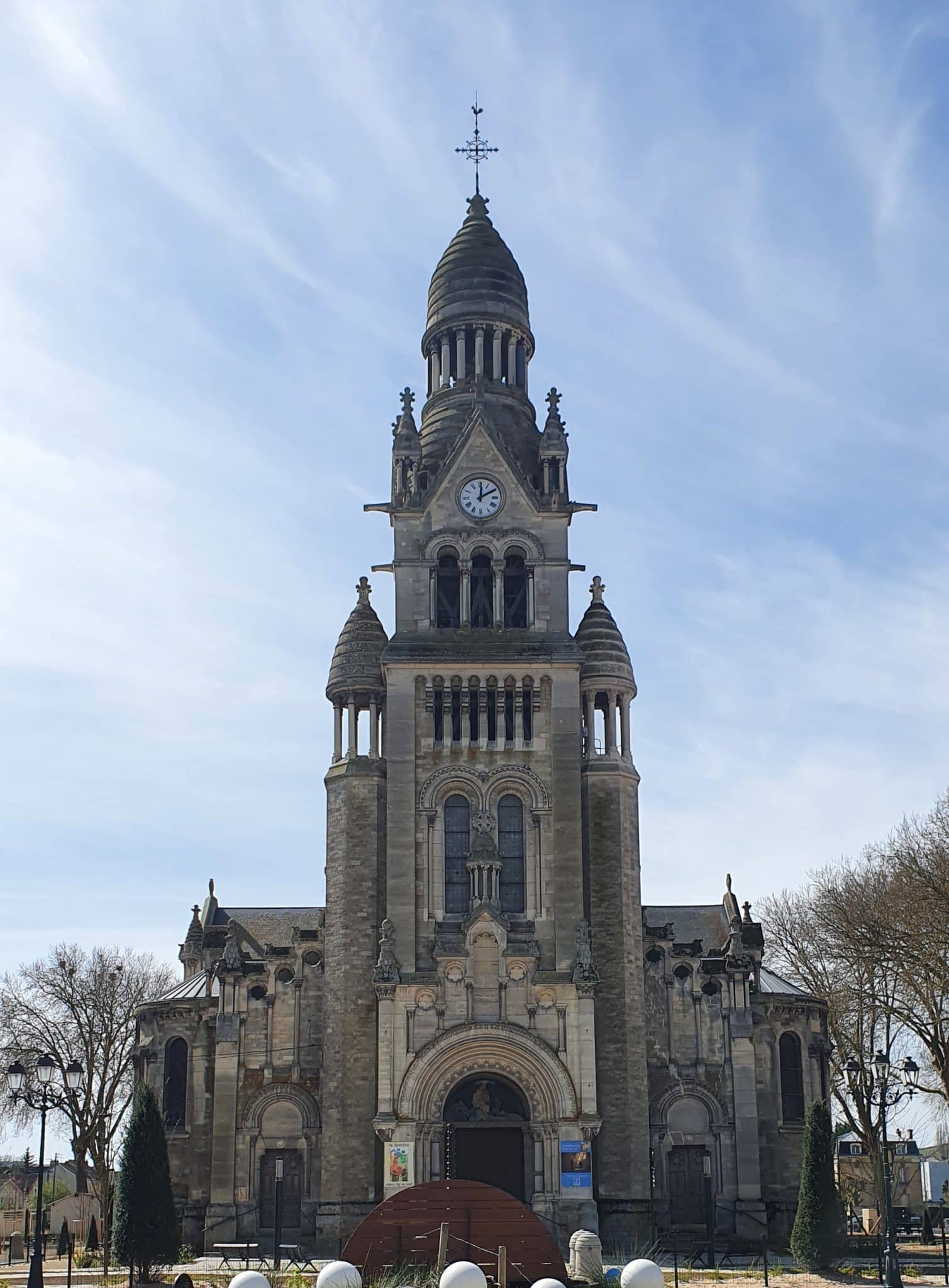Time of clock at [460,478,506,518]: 12:10
